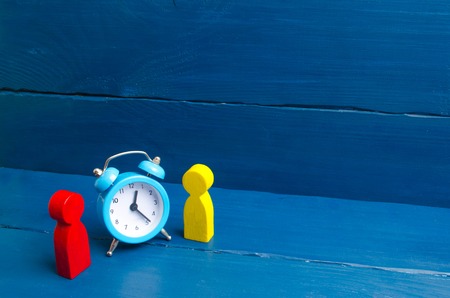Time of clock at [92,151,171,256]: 12:23
